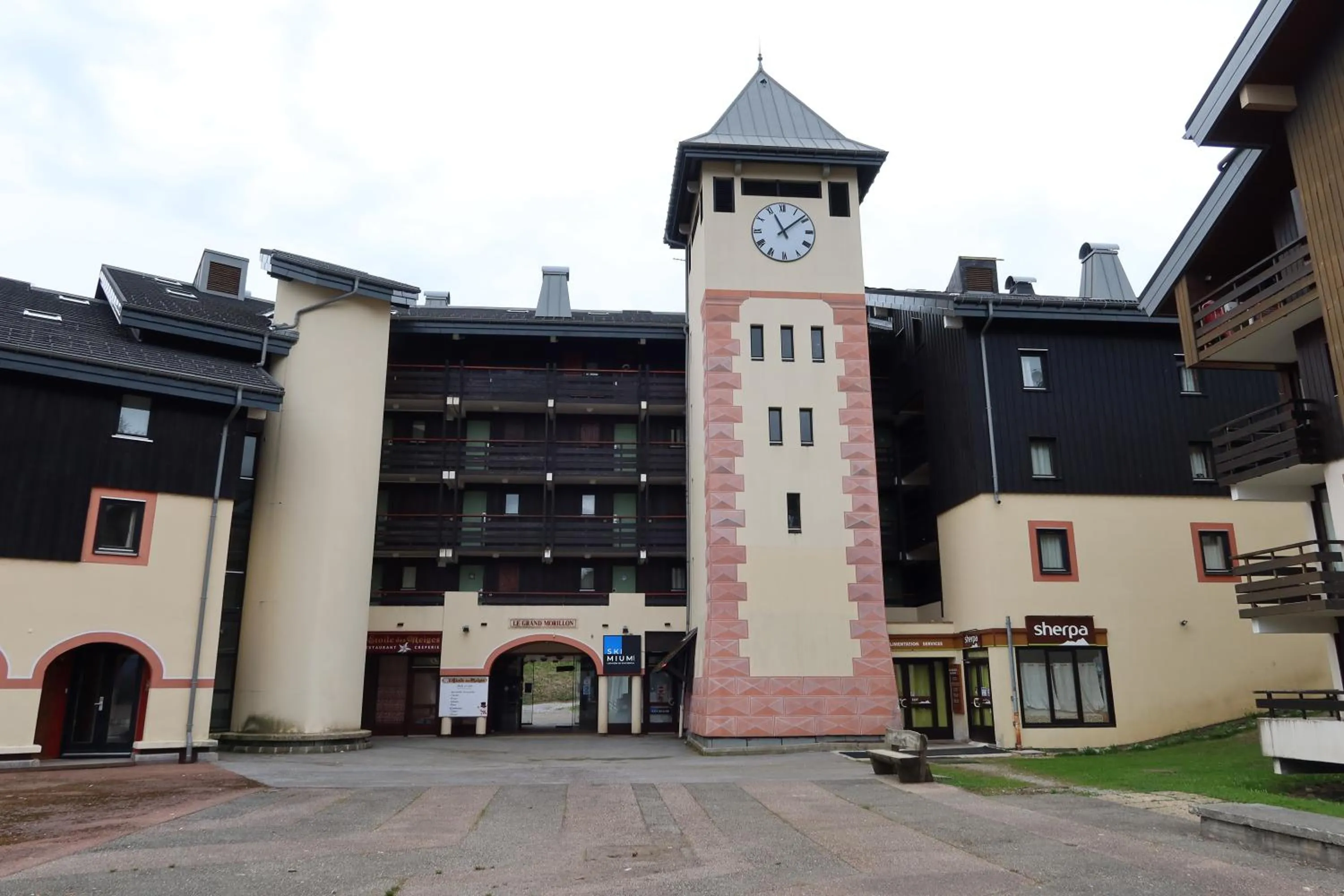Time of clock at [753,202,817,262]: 11:08
